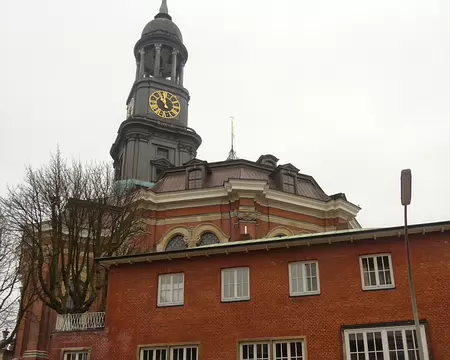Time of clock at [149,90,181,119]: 11:51
